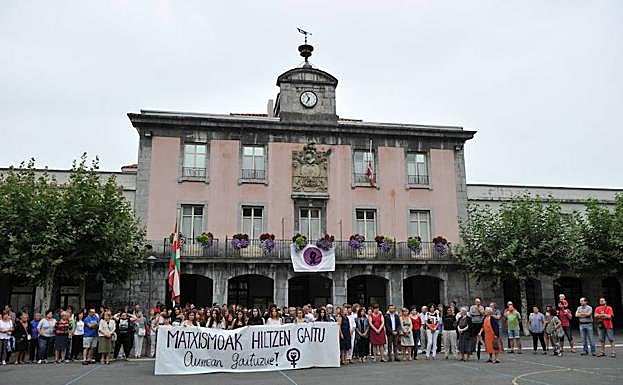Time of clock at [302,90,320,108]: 6:56
